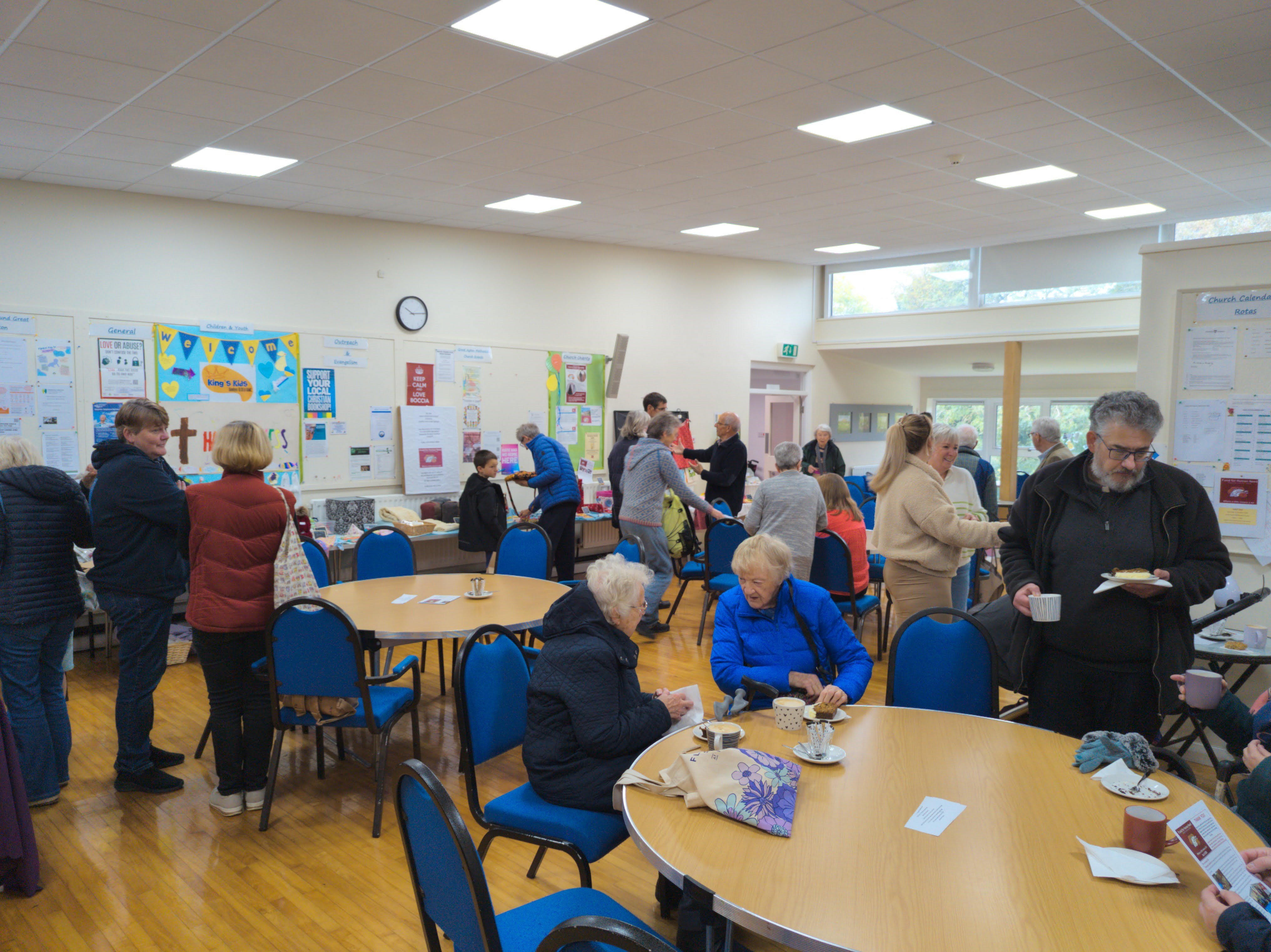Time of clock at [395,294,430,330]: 10:14
